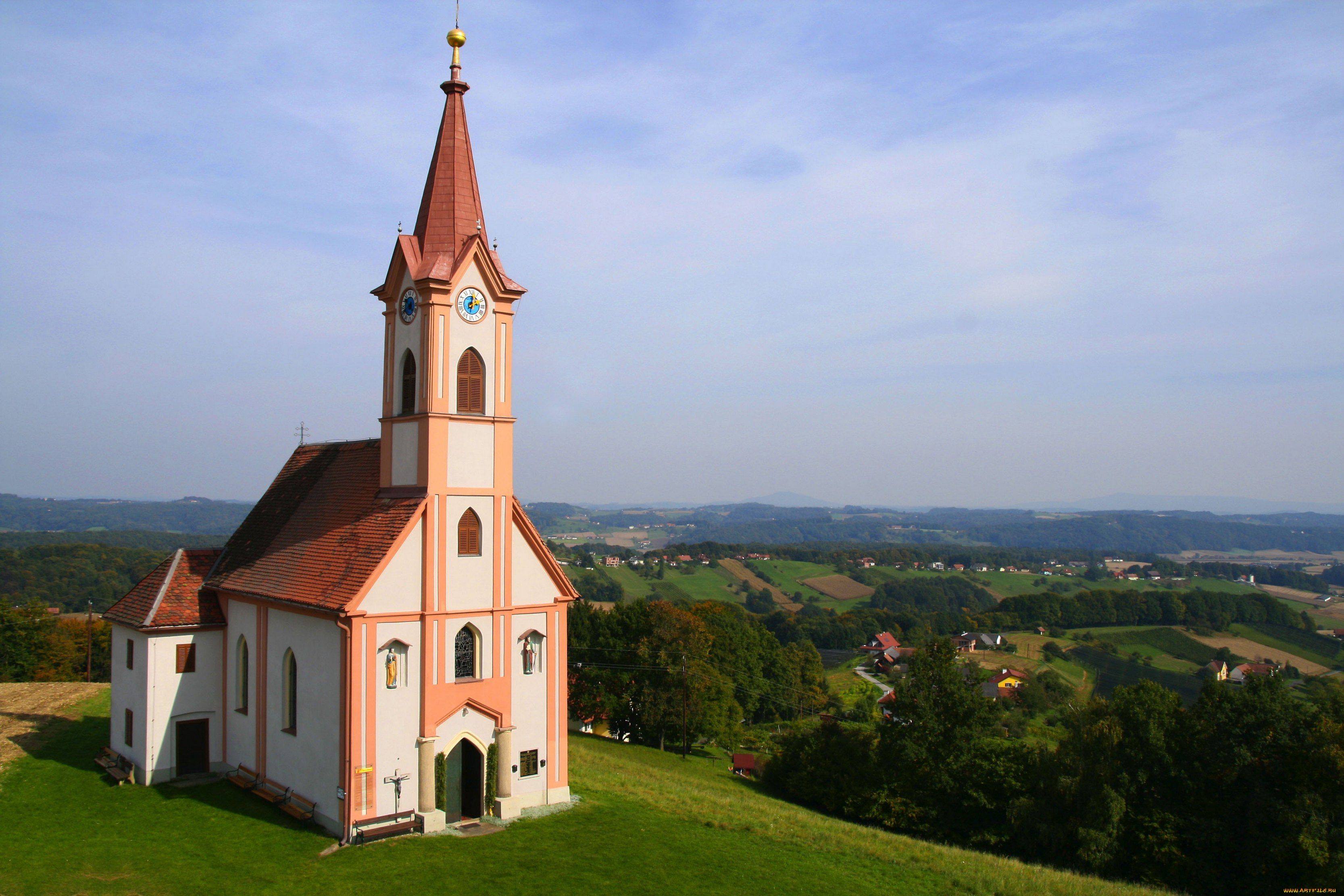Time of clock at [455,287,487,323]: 2:02
